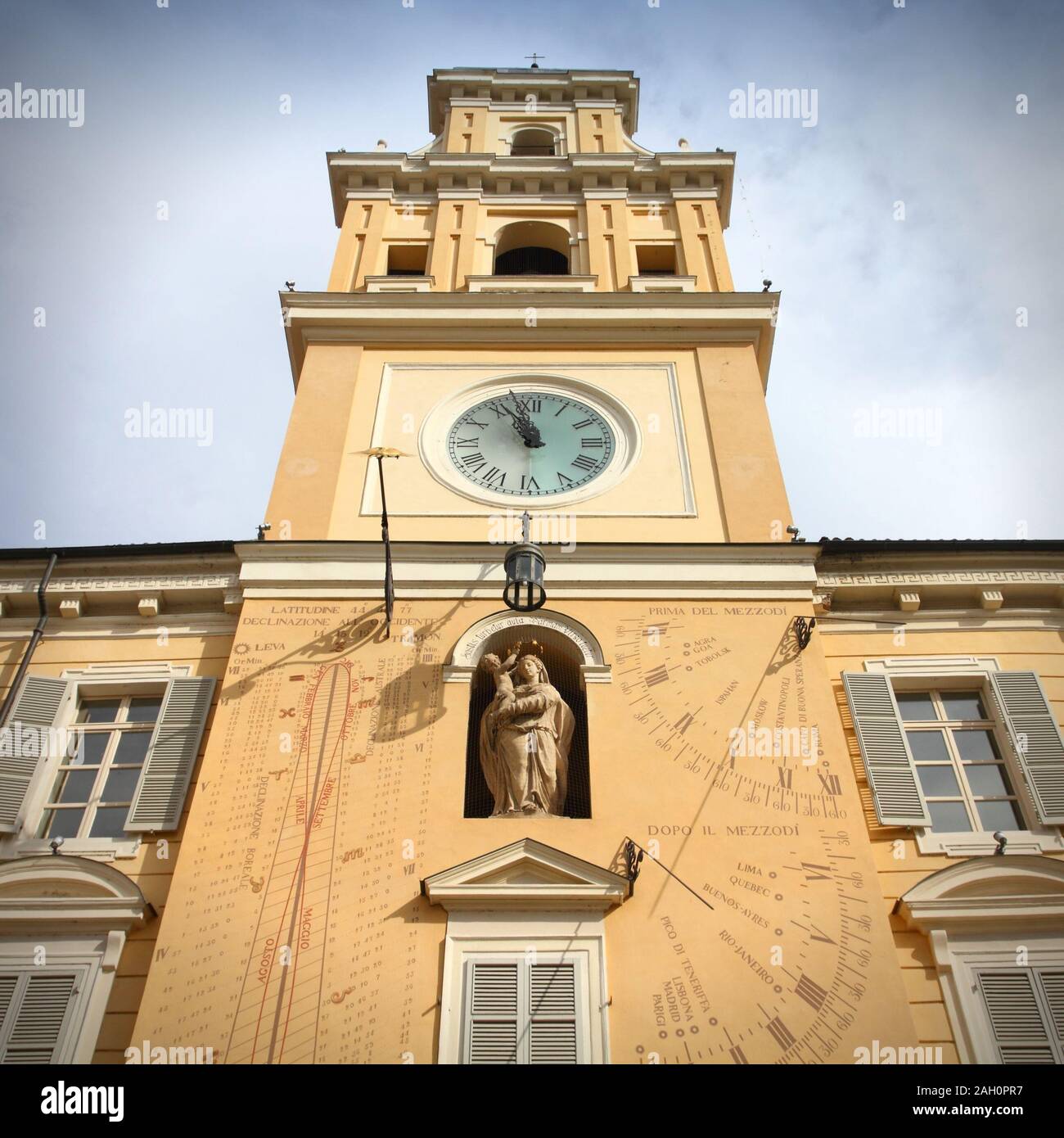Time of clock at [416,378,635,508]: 10:57
